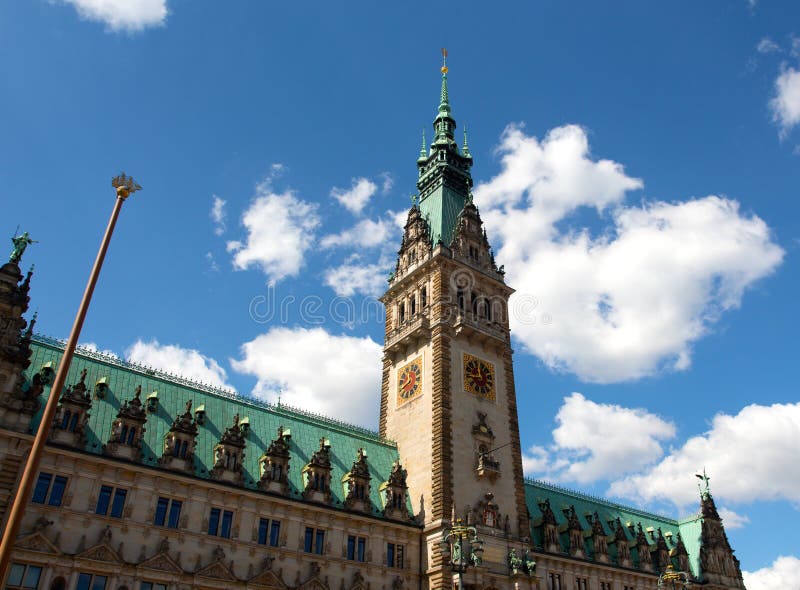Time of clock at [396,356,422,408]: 11:40
